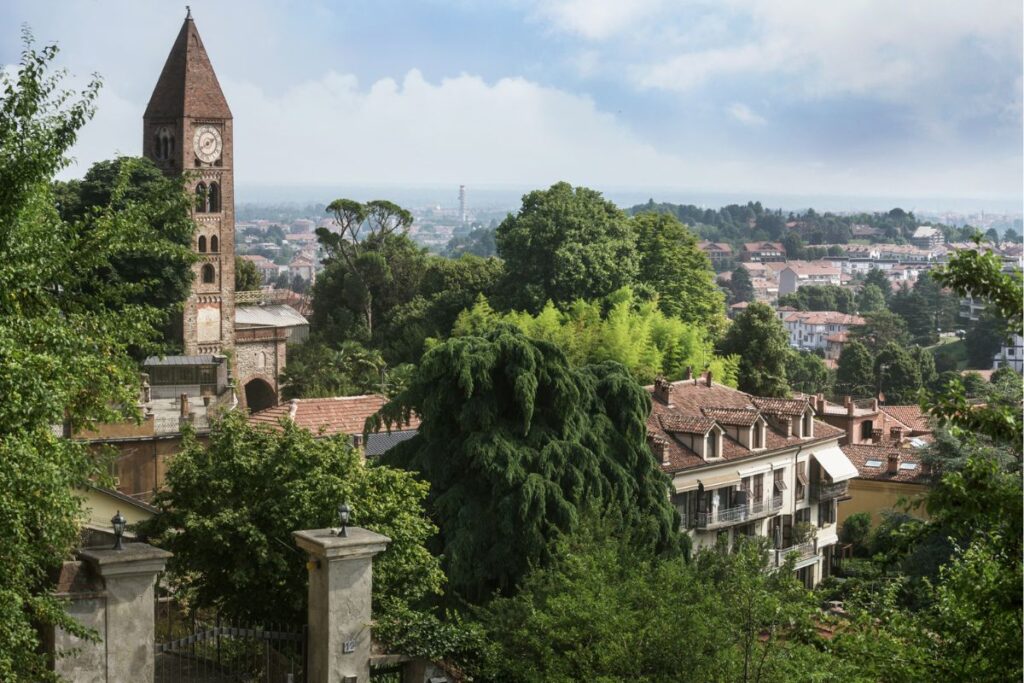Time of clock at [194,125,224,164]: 1:39
